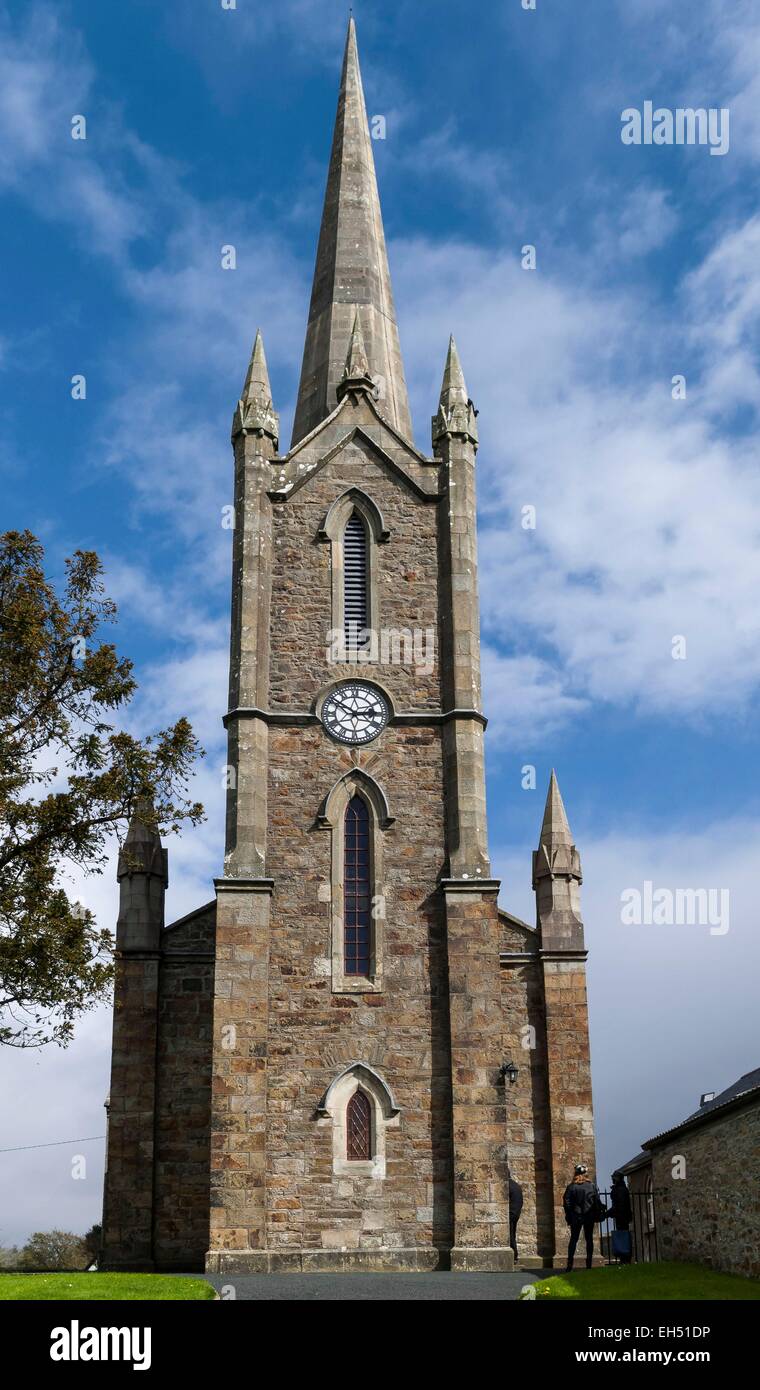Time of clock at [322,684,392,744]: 2:50
